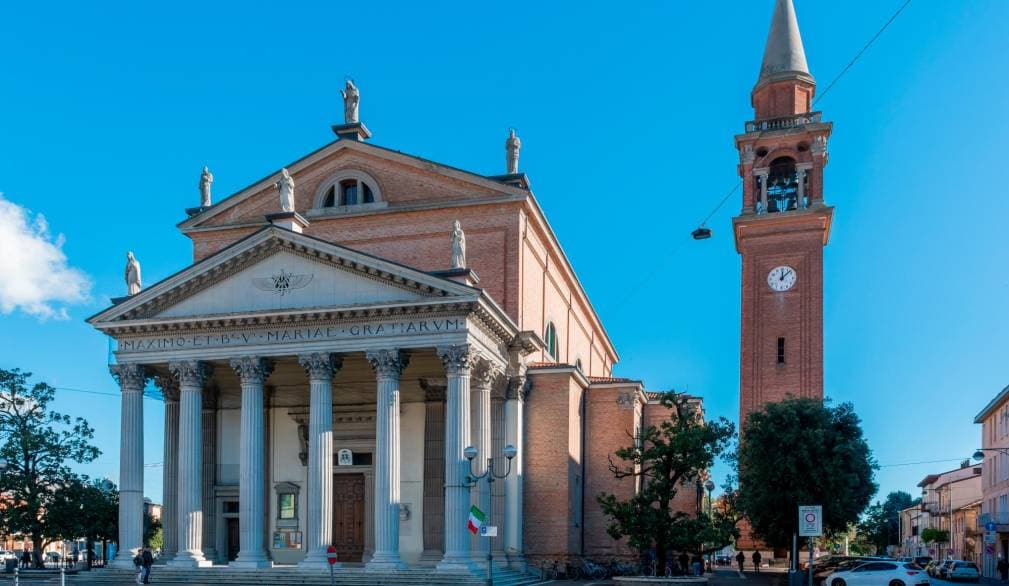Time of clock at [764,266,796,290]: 12:07
